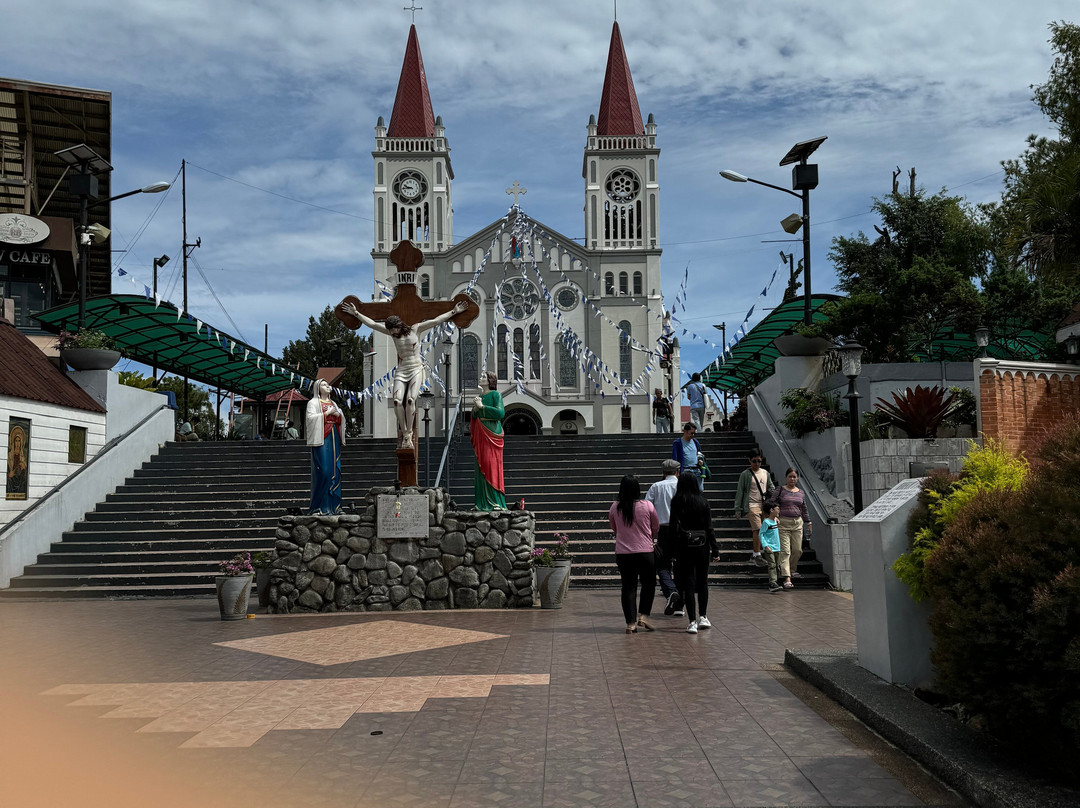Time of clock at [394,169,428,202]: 9:43
